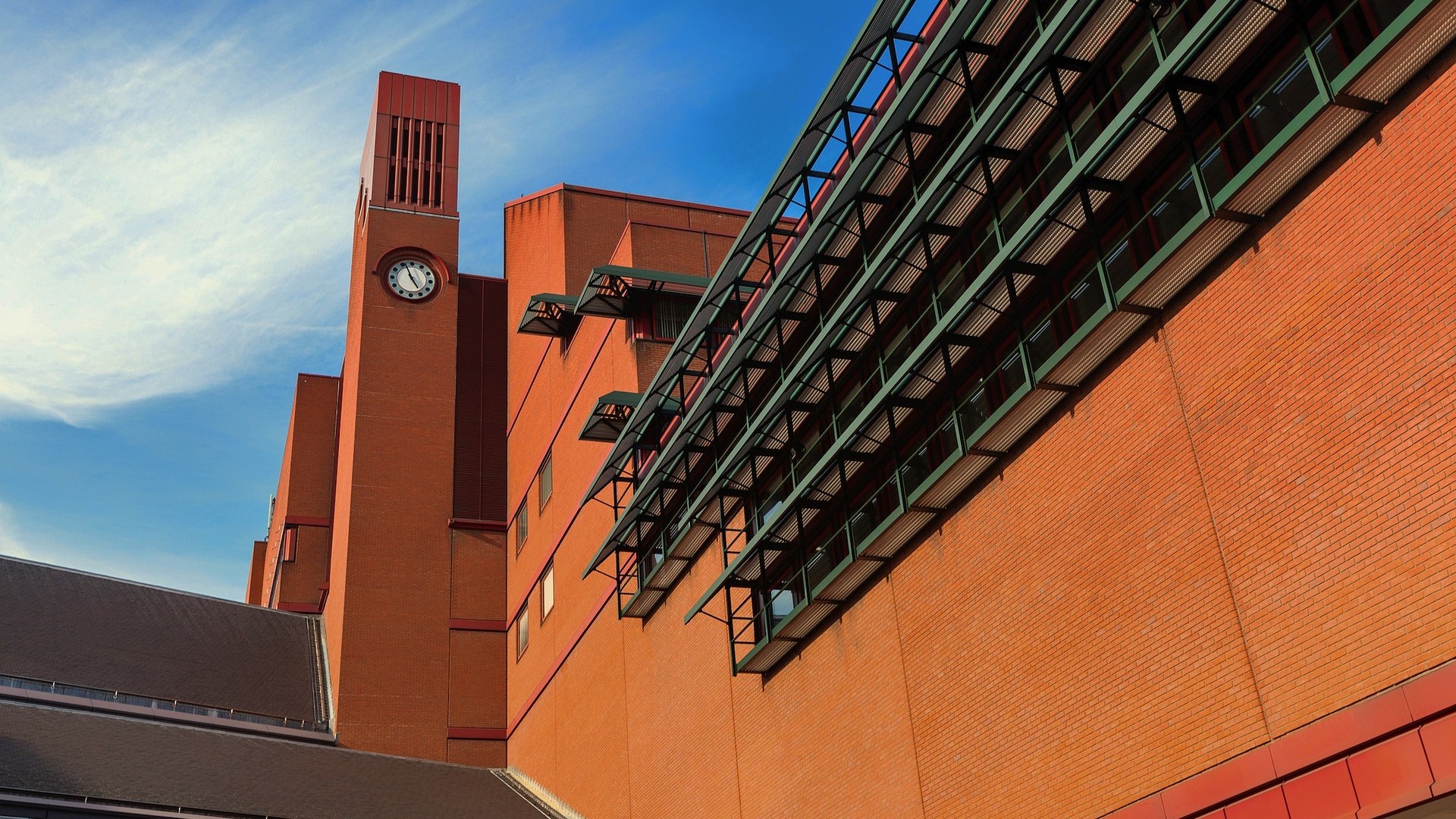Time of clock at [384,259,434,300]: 4:56
